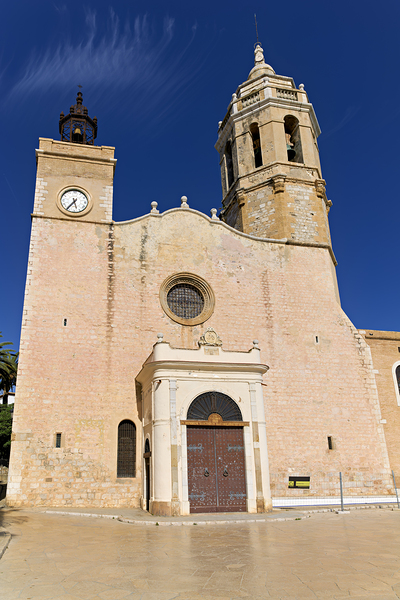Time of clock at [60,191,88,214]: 5:36
